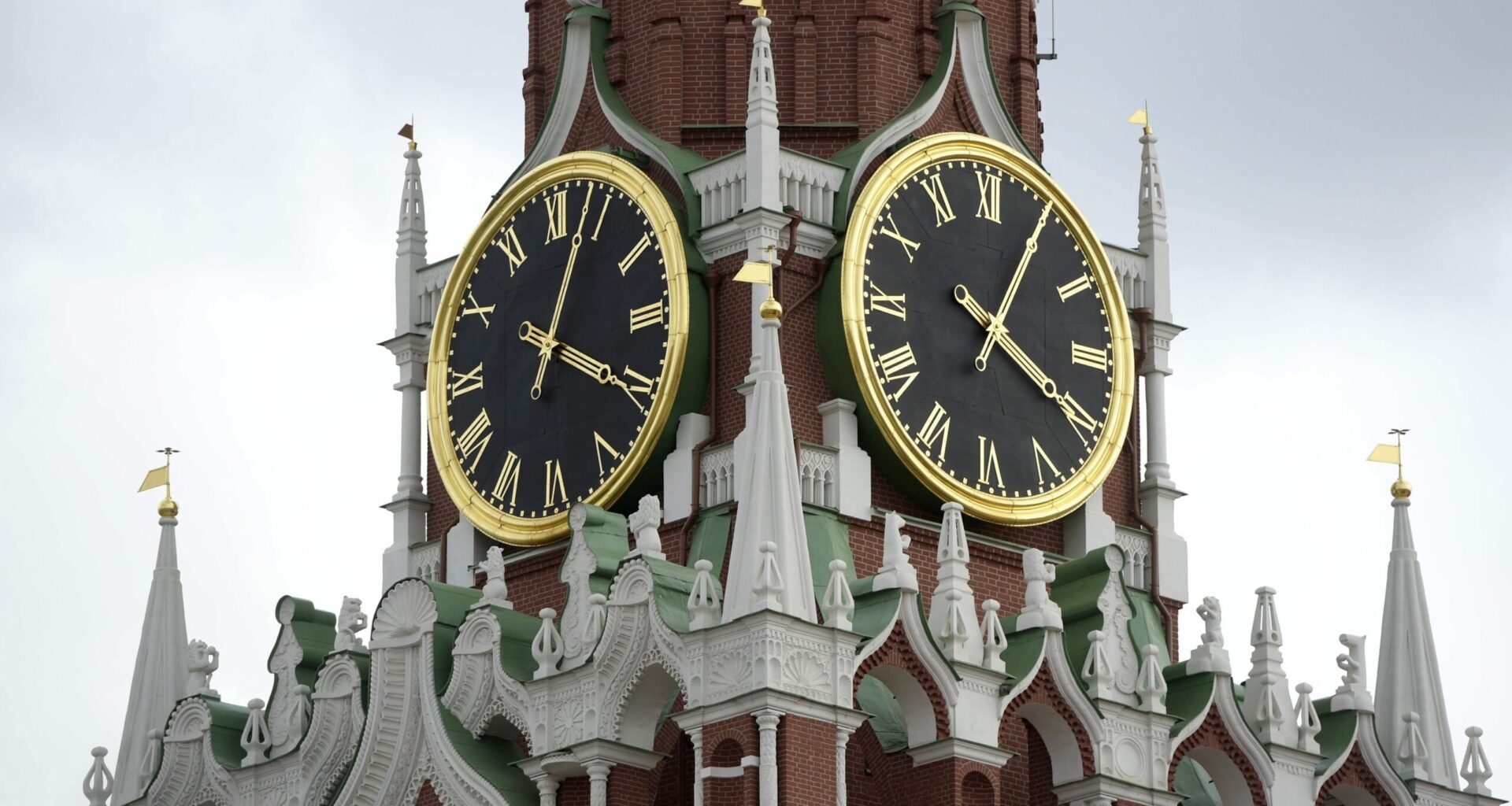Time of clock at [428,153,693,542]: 4:03
